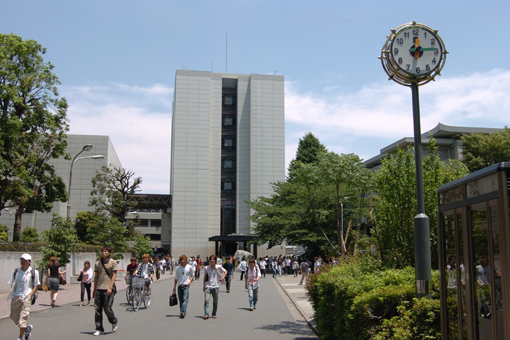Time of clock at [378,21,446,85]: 12:14
